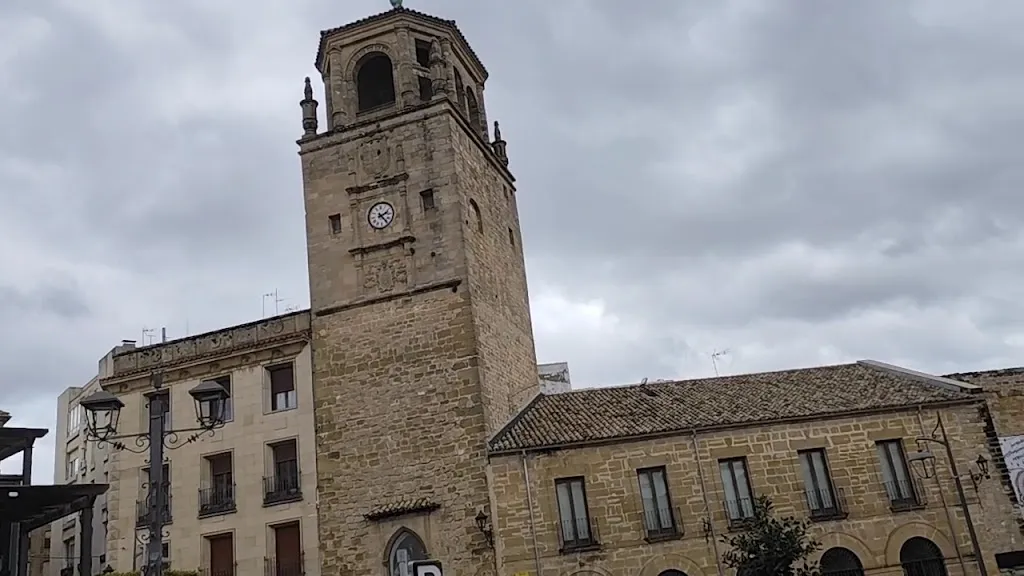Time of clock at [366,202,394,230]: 2:23
